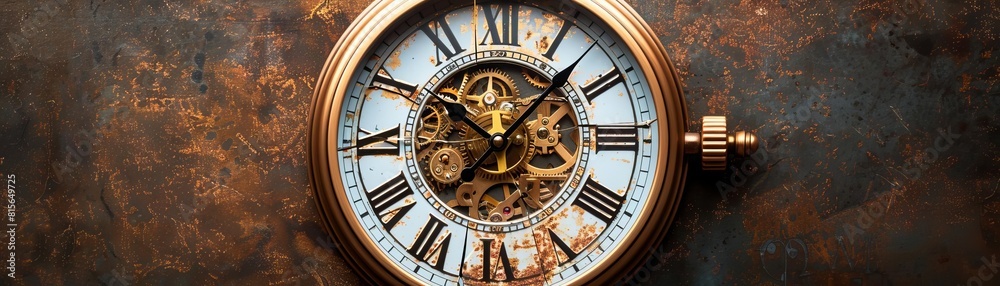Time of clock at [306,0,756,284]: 10:07
